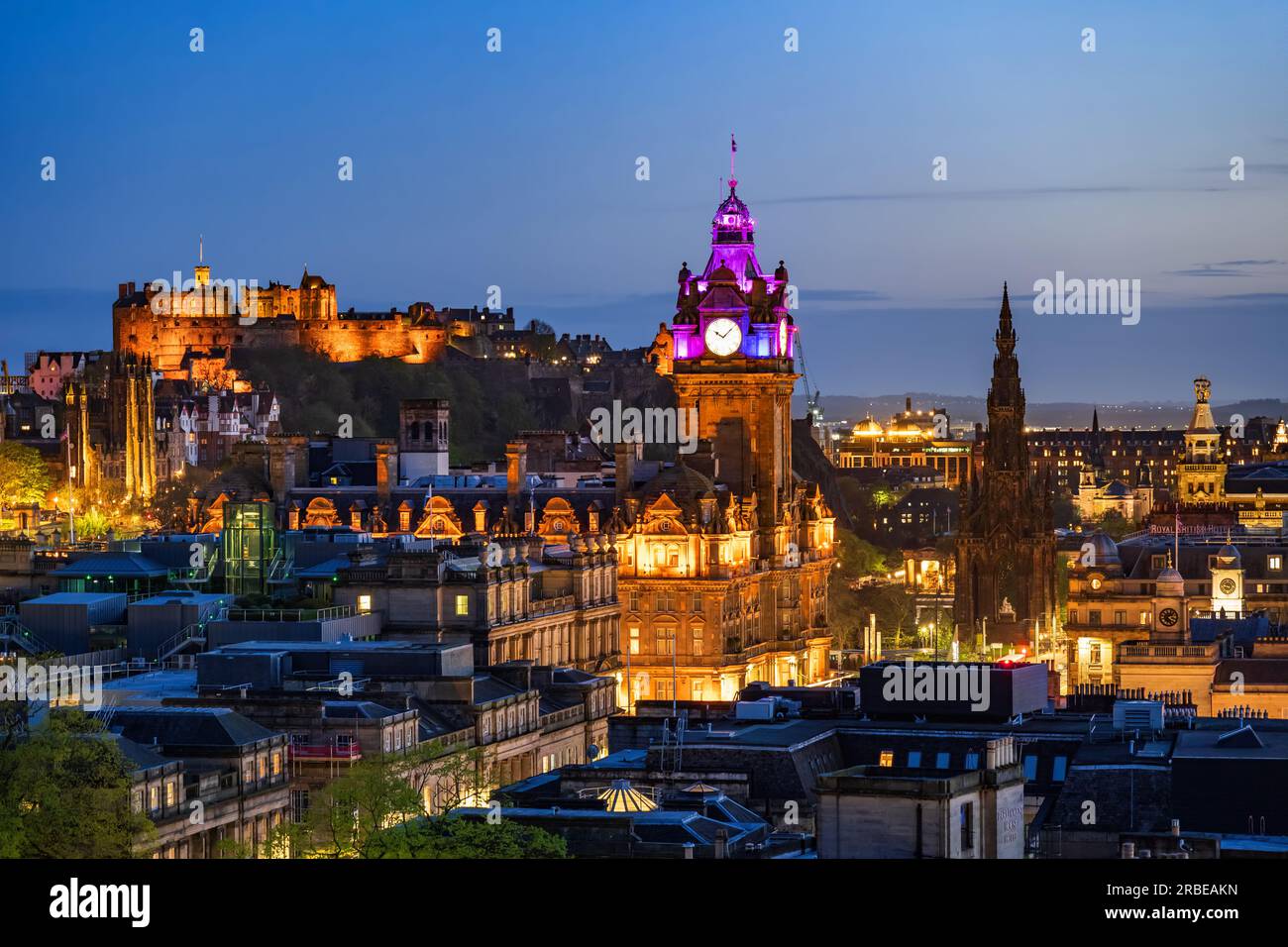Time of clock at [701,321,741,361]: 10:07
